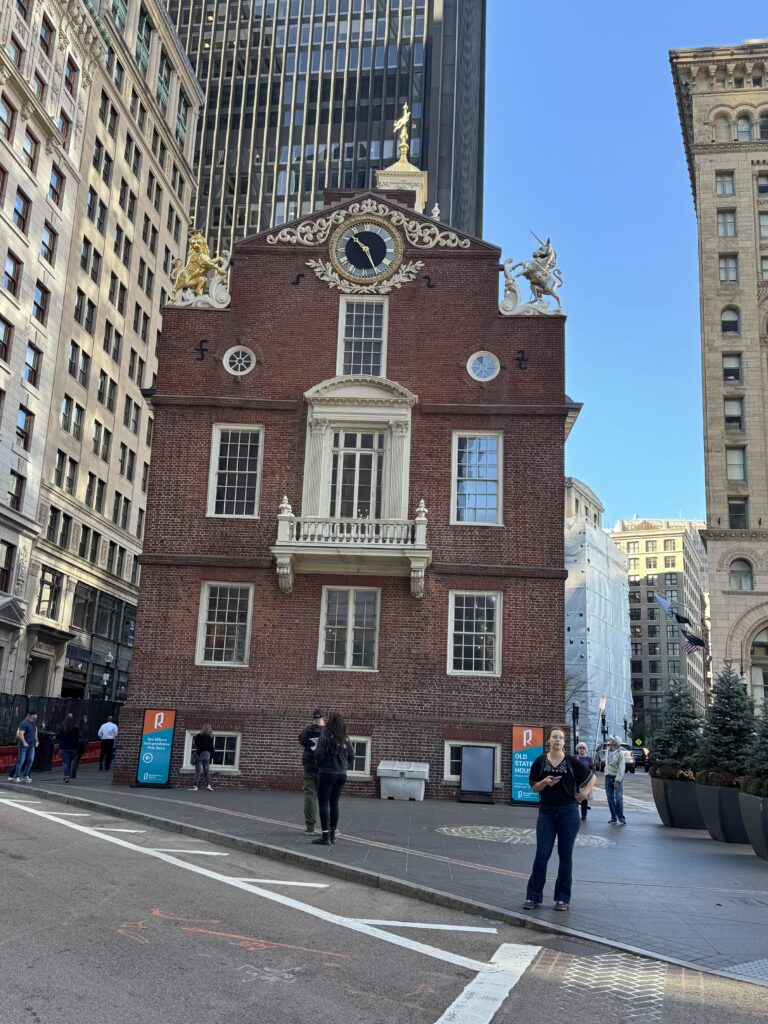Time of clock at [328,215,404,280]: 10:26
